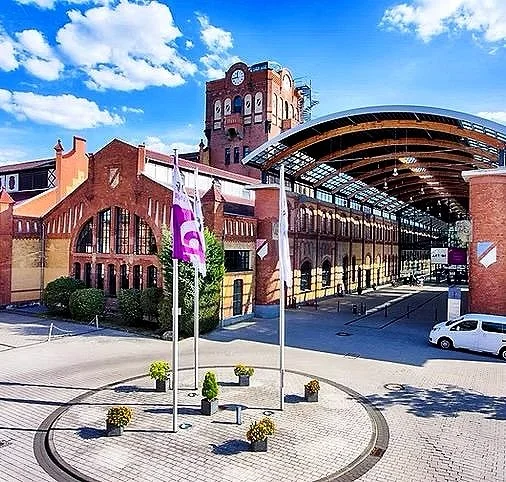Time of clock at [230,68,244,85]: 11:44
